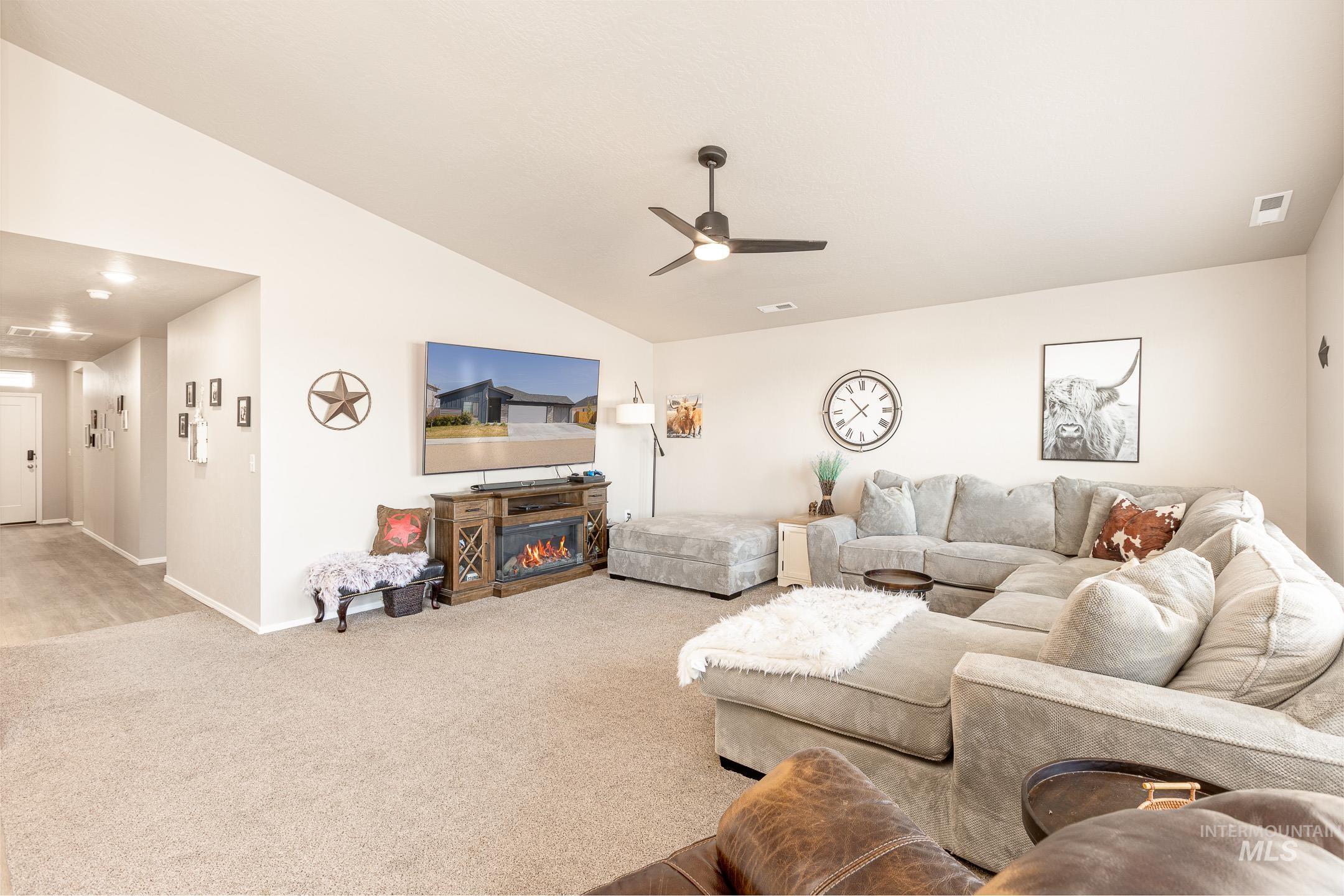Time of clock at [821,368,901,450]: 10:38
